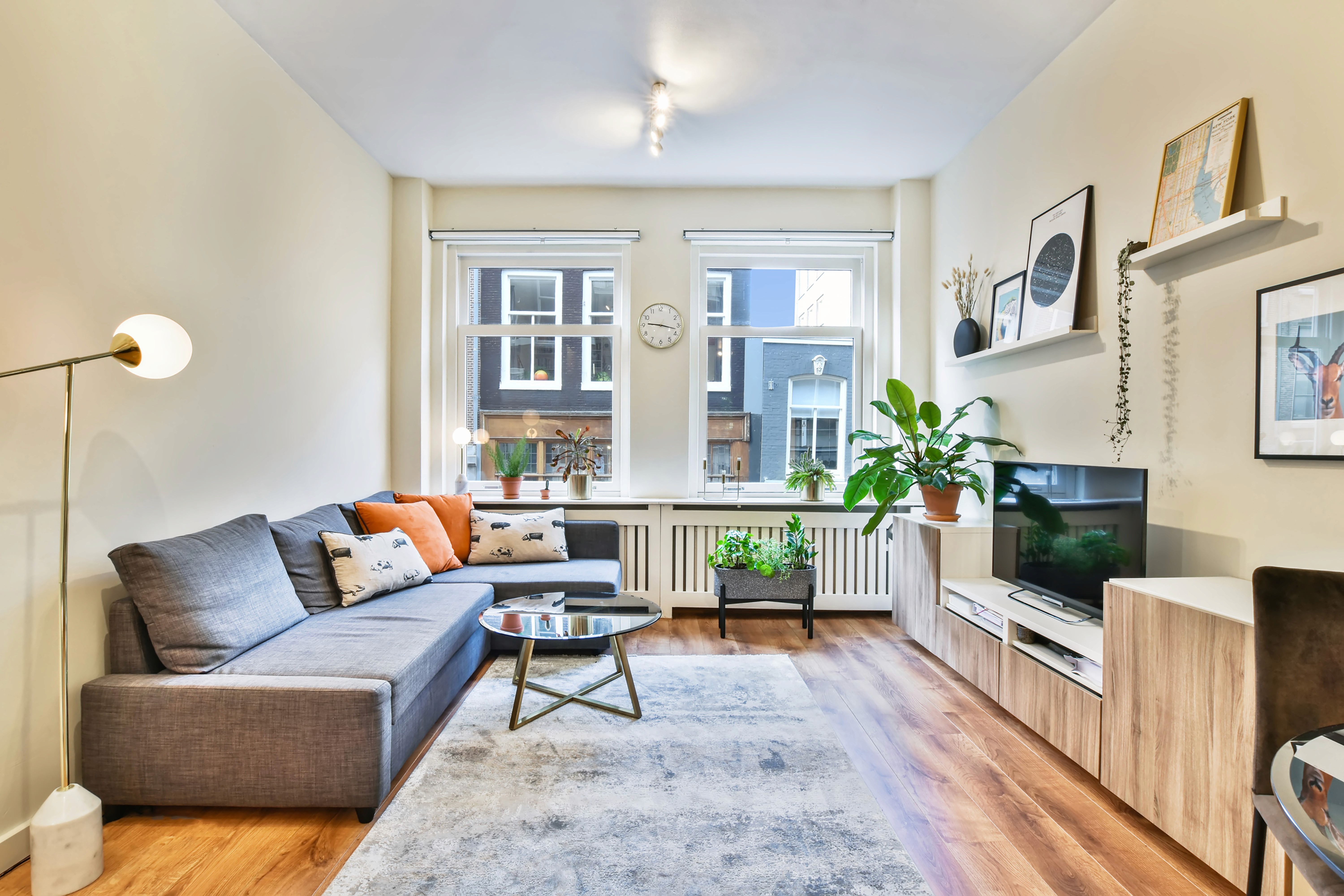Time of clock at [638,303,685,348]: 9:17
